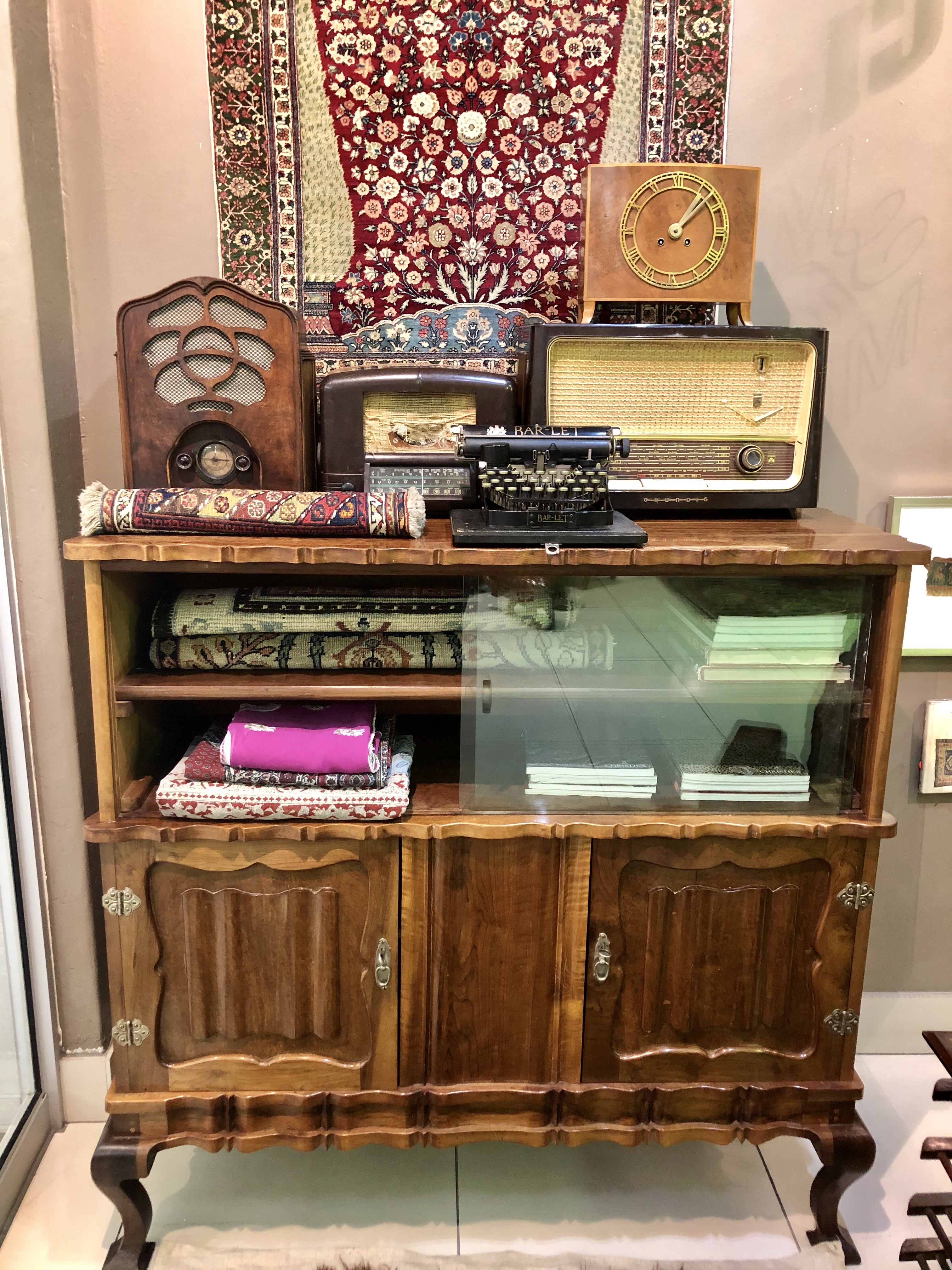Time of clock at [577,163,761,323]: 1:07
